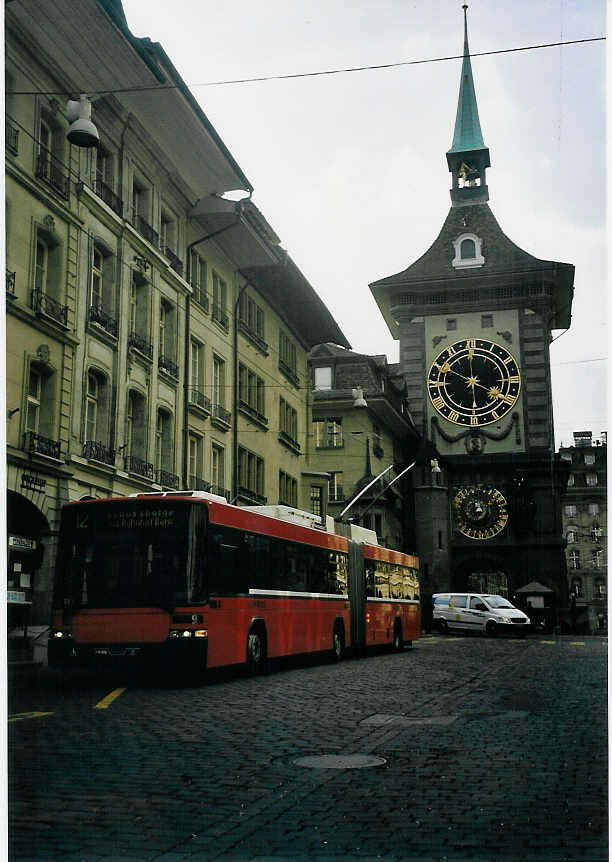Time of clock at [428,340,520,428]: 3:50
